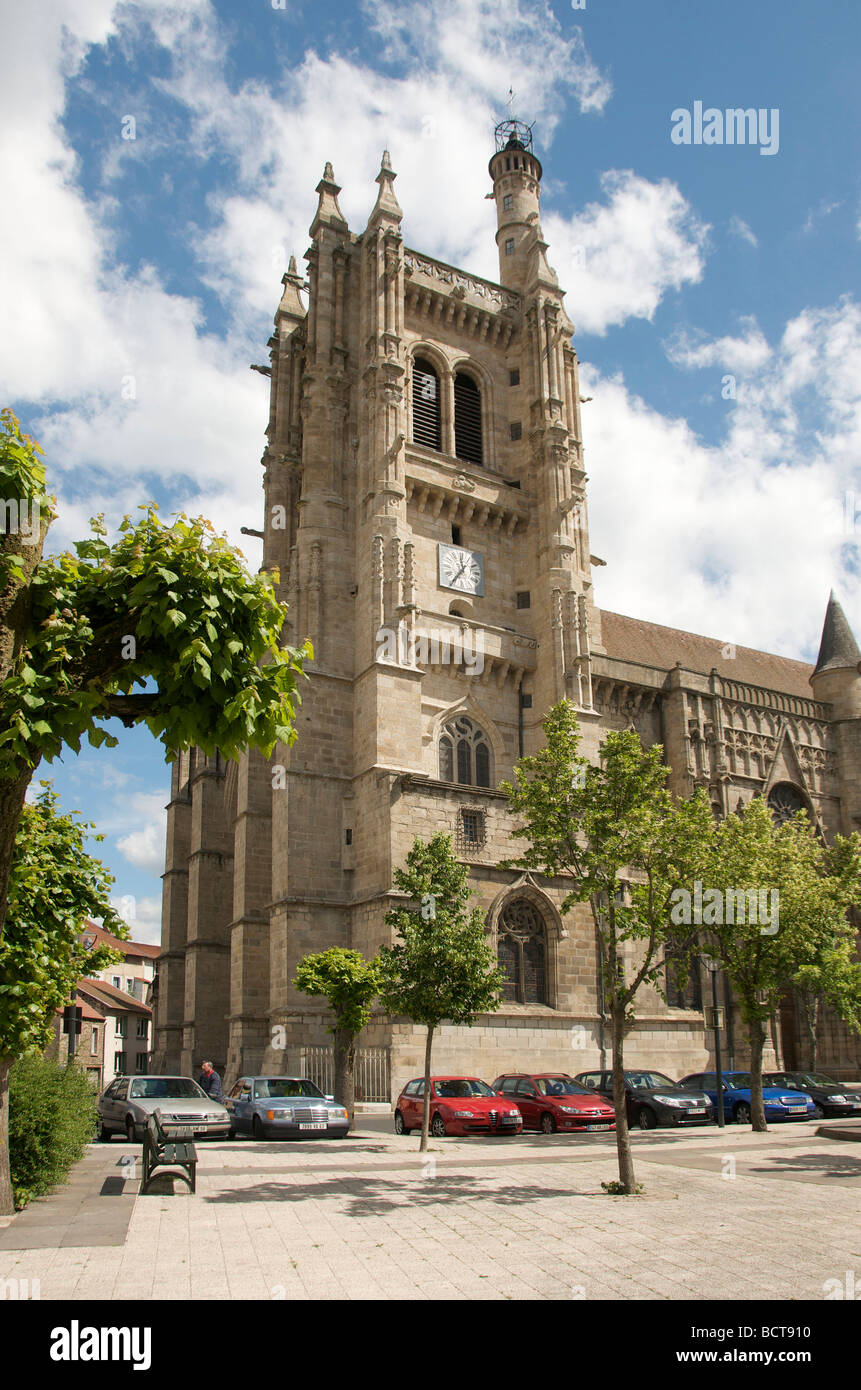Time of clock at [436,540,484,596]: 11:35
